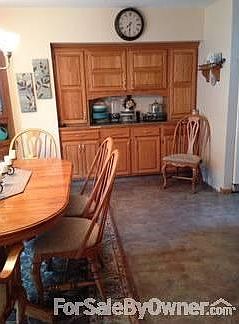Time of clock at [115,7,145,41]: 7:30
